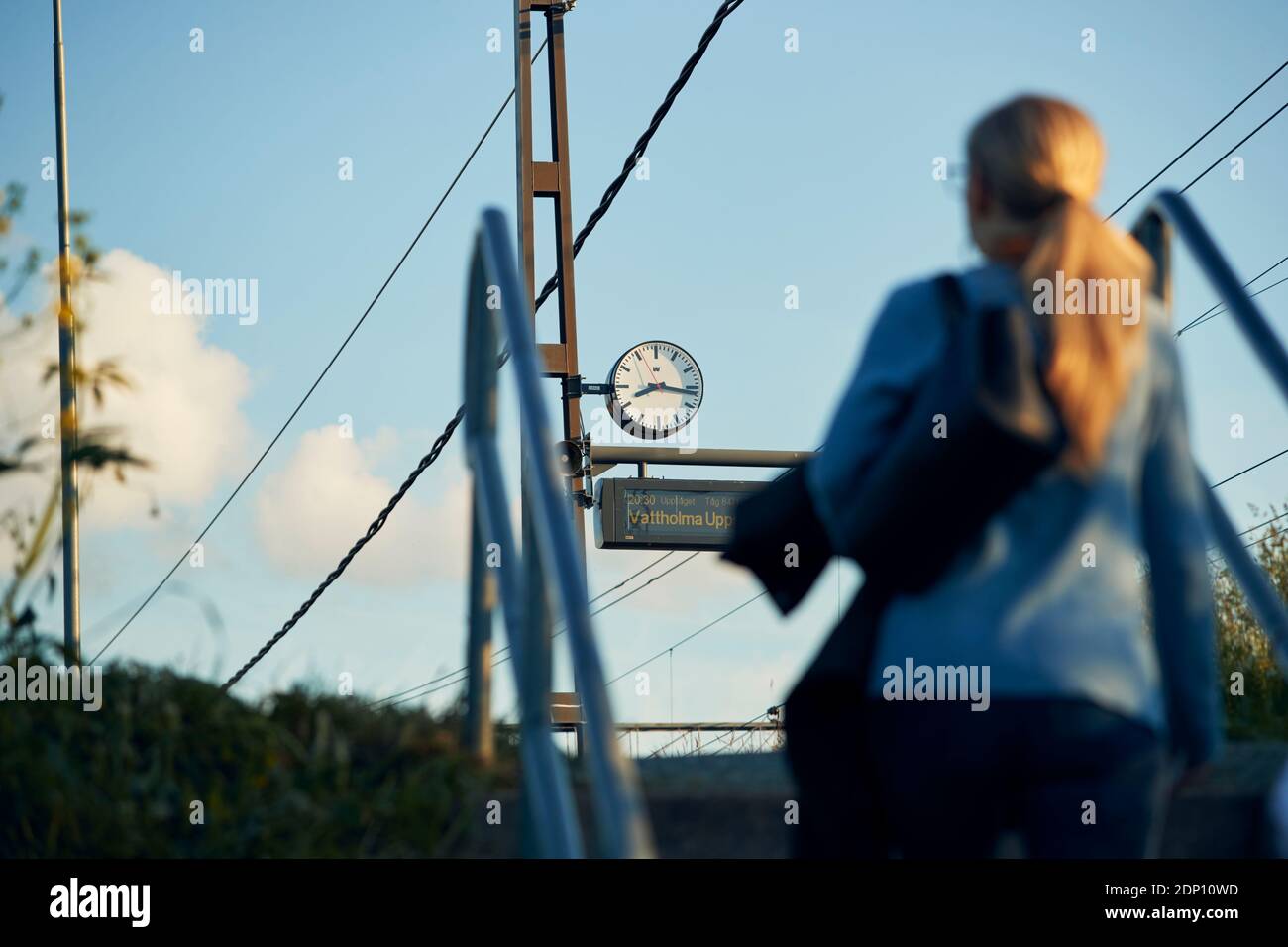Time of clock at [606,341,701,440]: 8:16
